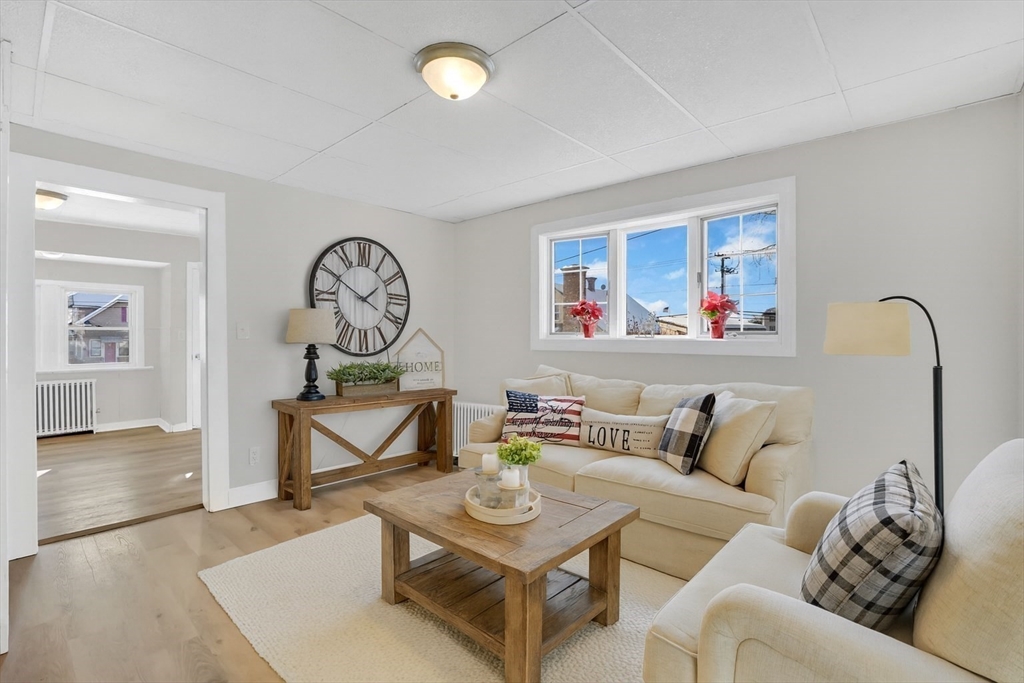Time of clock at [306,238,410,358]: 1:50
